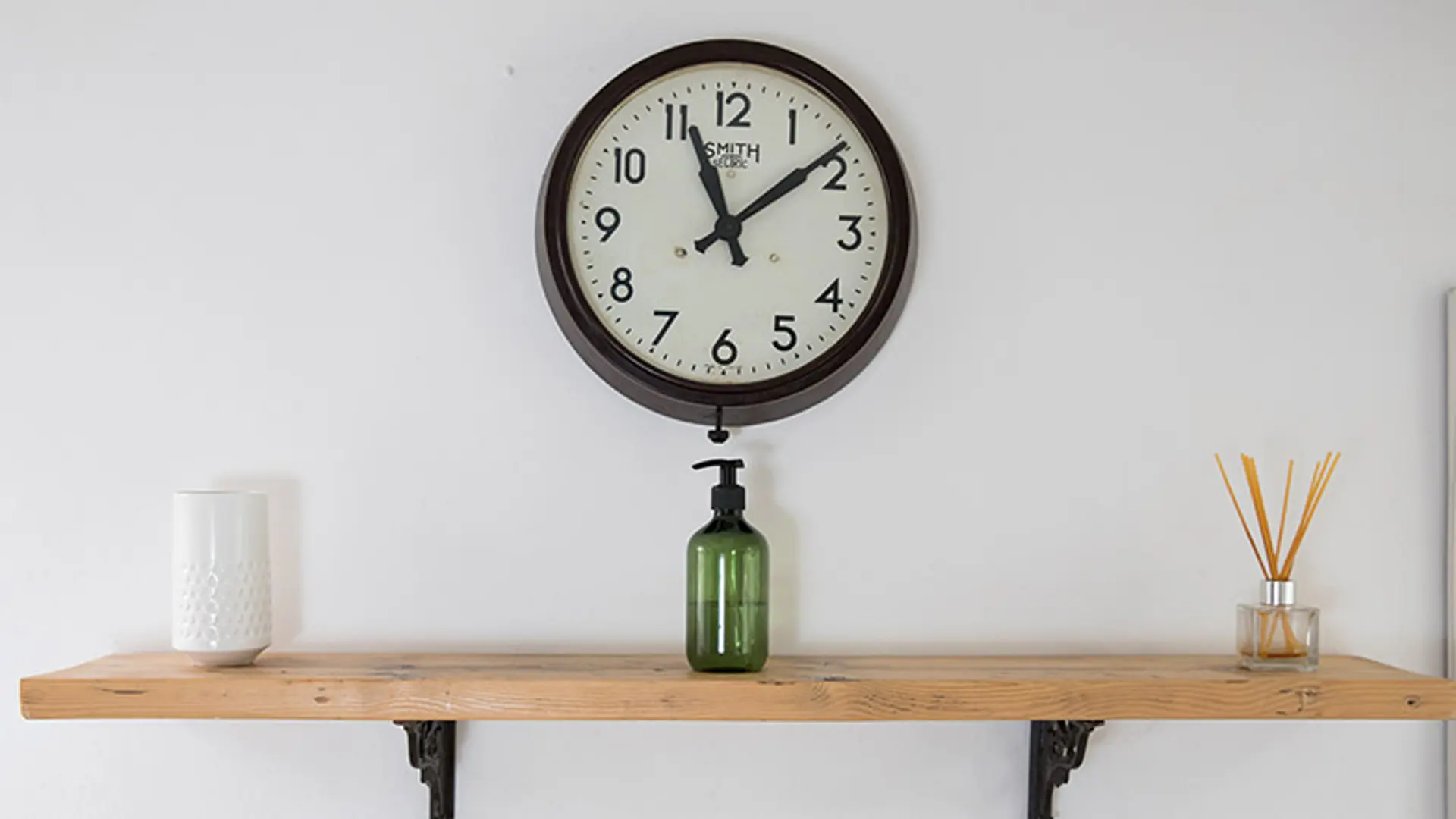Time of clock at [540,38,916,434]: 11:08
